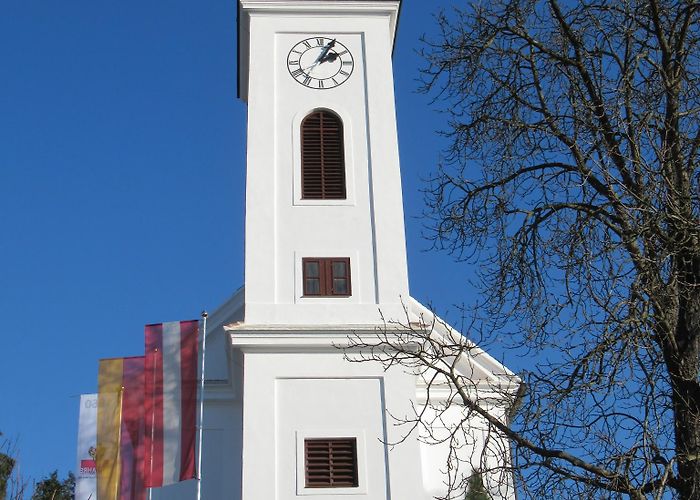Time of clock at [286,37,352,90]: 2:04
